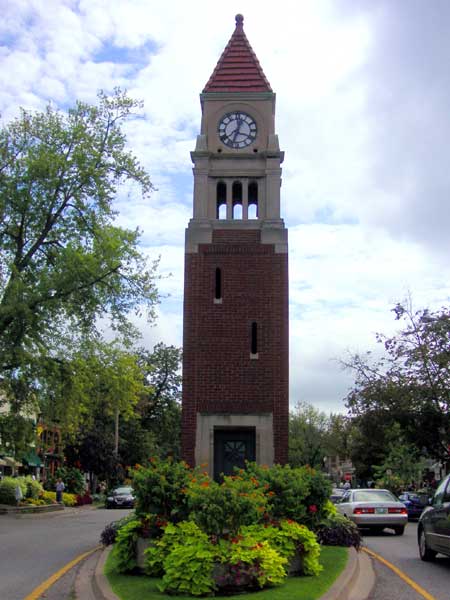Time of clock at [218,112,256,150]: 12:33
